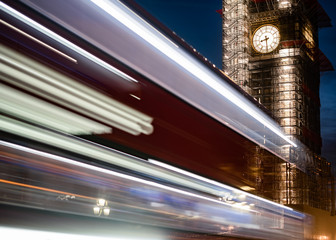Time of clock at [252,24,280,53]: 8:29
